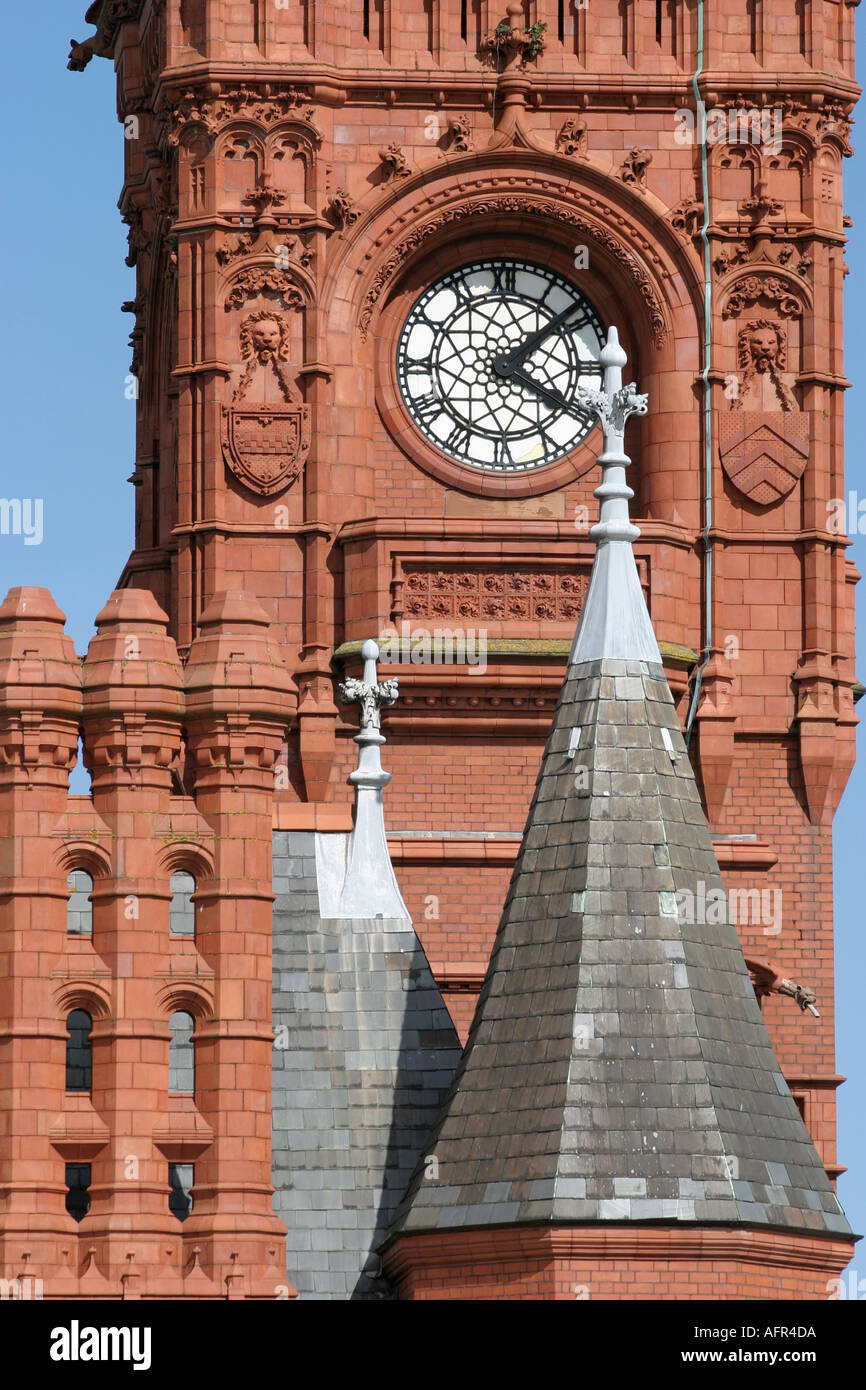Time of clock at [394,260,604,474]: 4:08
